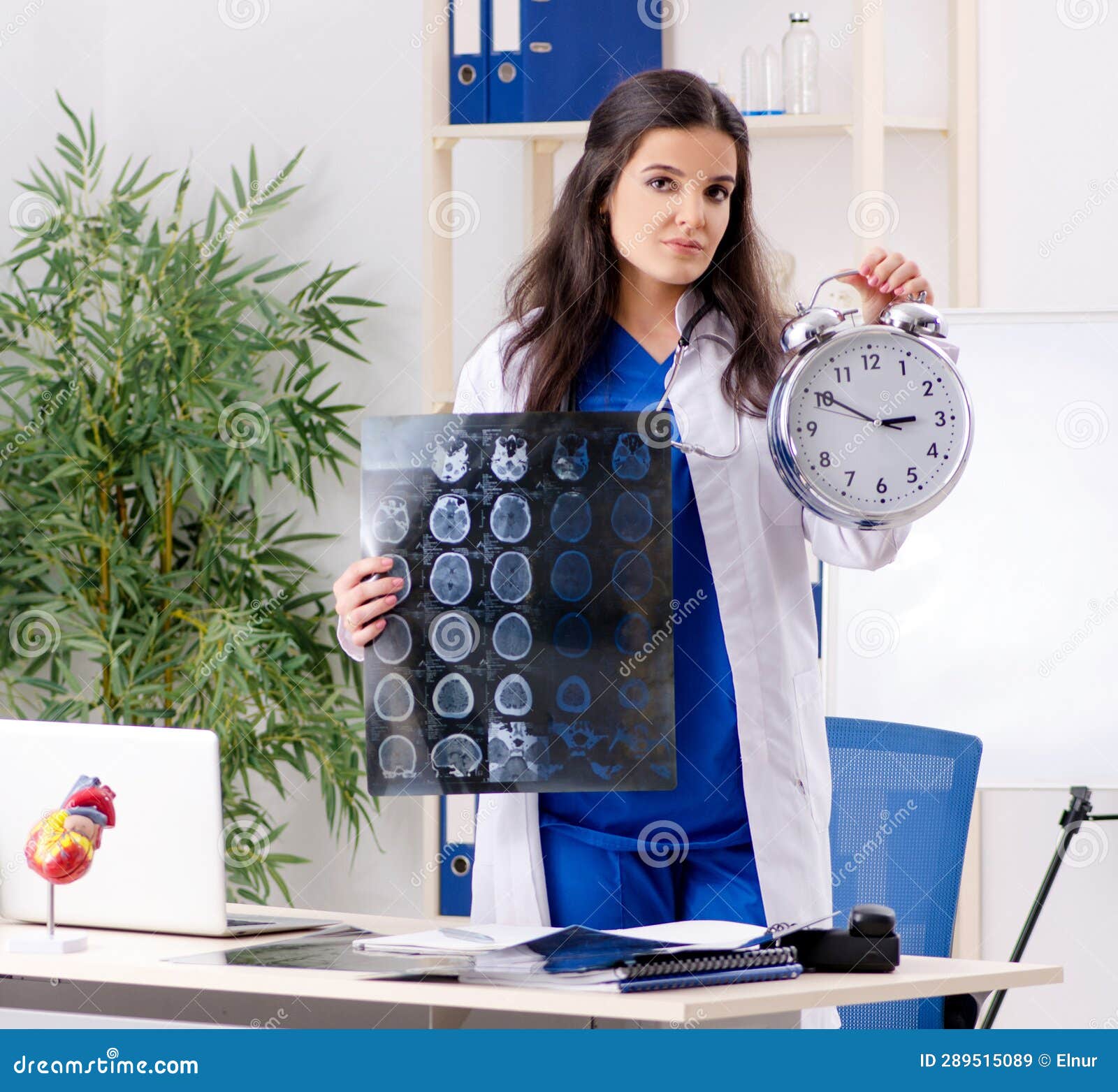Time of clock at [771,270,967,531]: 2:50
